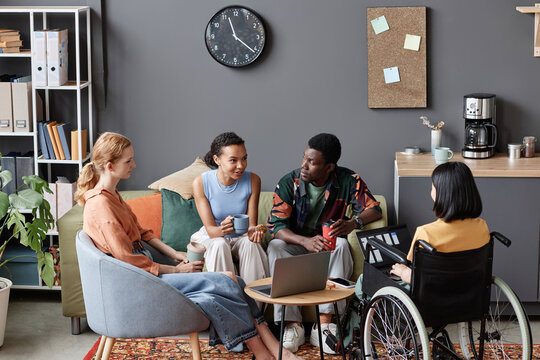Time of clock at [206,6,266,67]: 11:21
